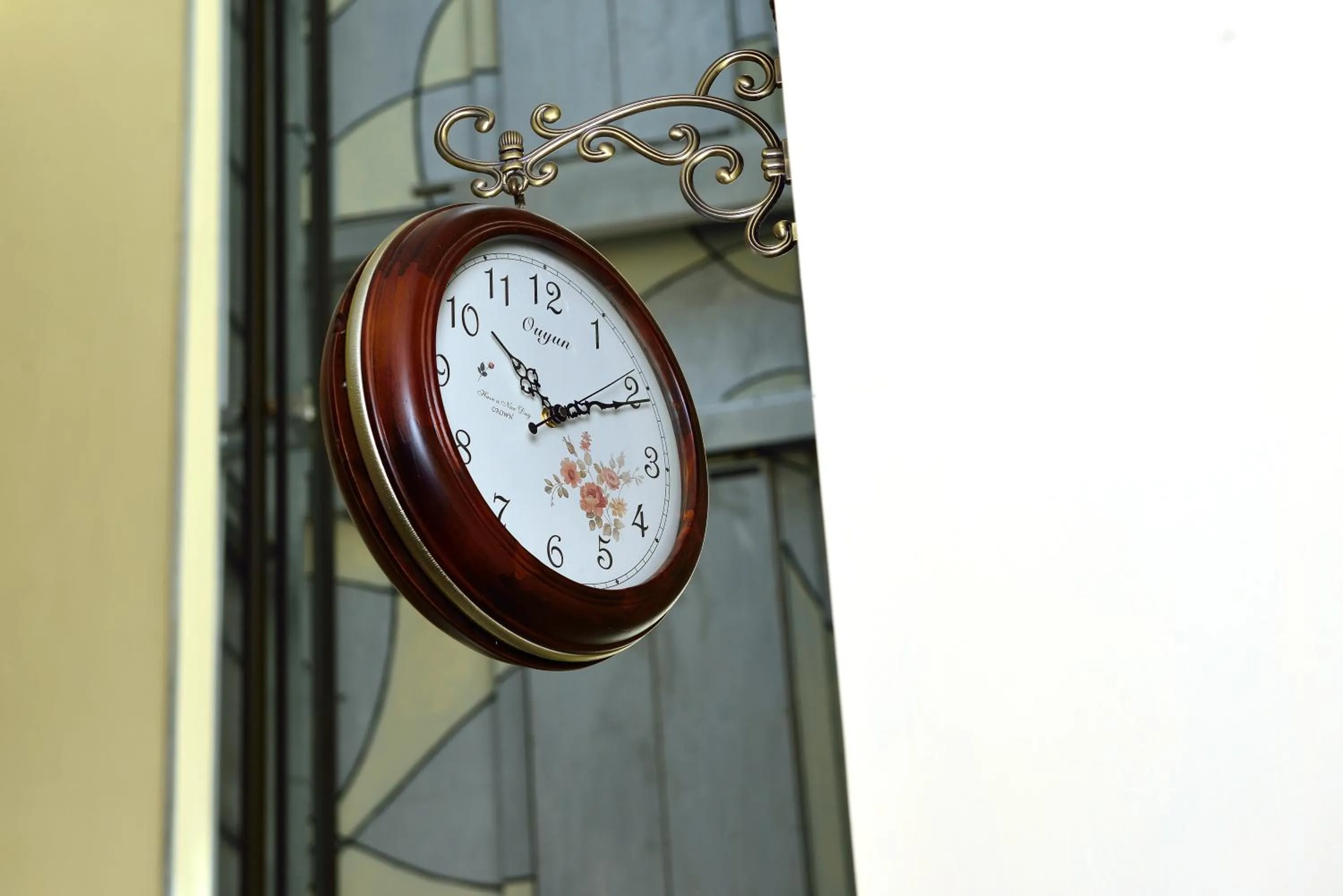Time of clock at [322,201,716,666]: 10:10
